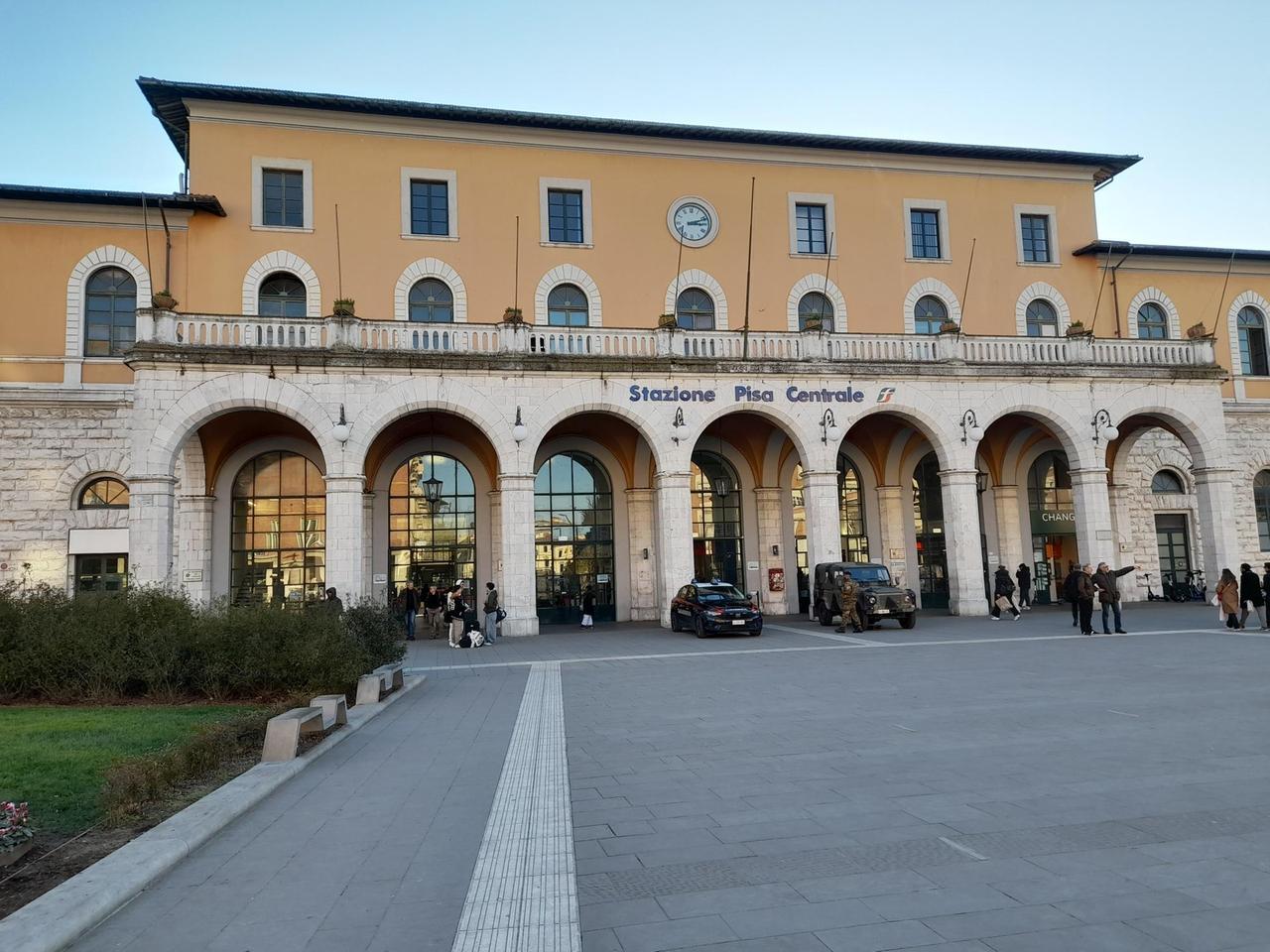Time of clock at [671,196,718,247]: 3:12
